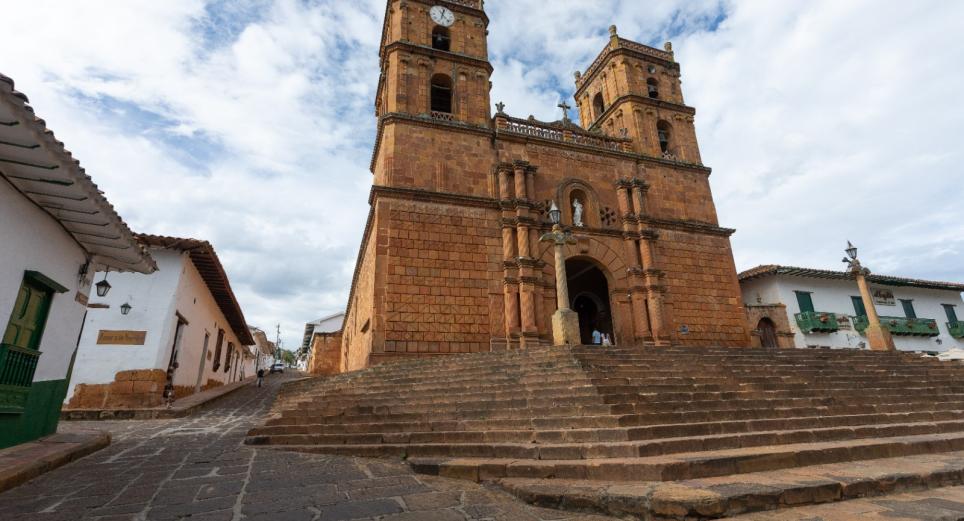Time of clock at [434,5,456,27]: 12:23
